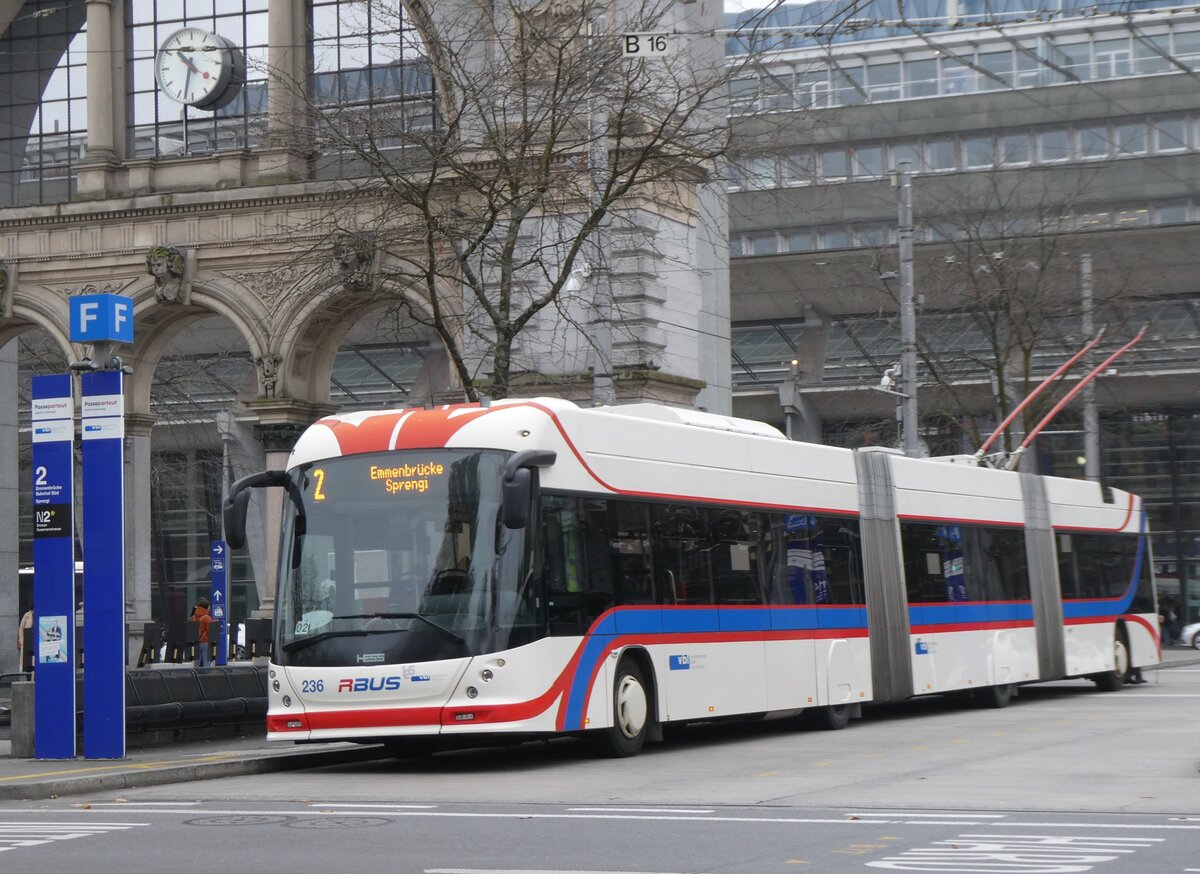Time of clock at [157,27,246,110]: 10:32
